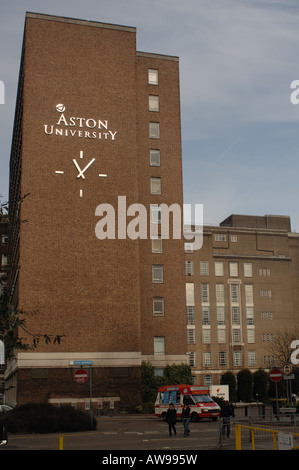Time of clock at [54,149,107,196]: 11:07
